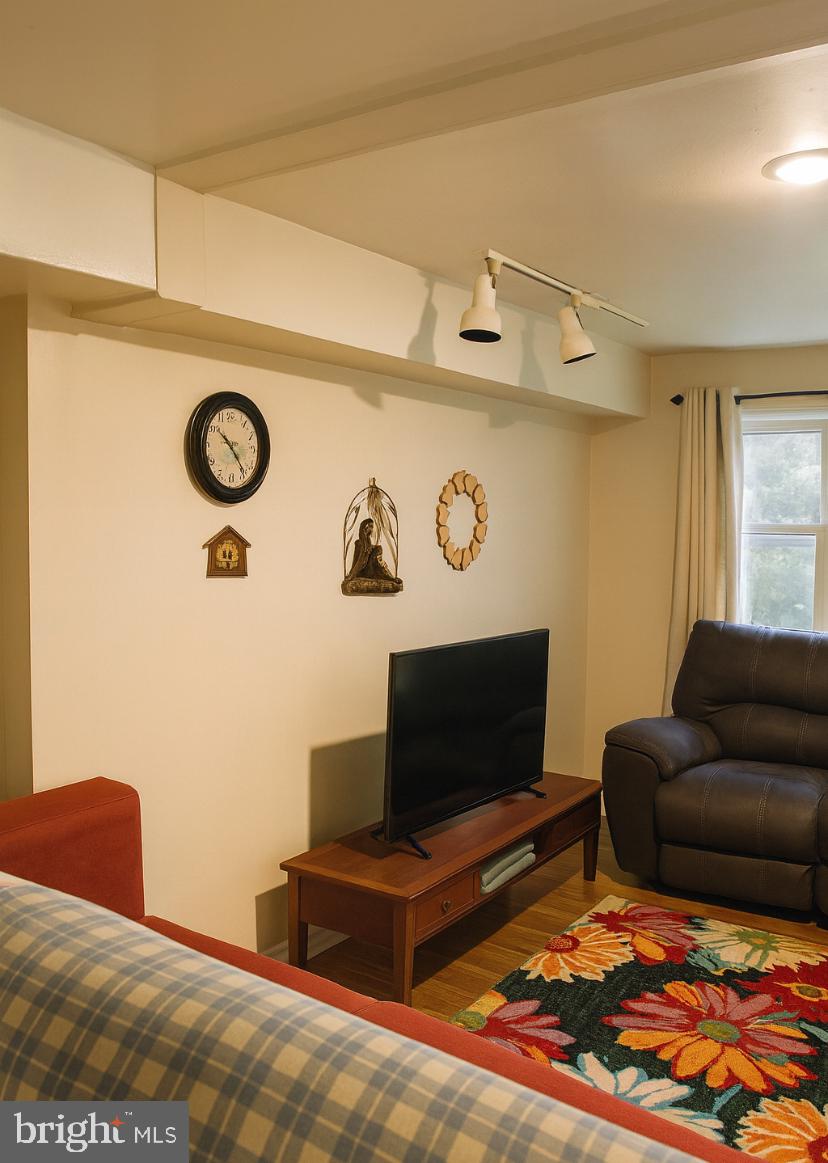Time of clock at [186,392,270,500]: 10:23
